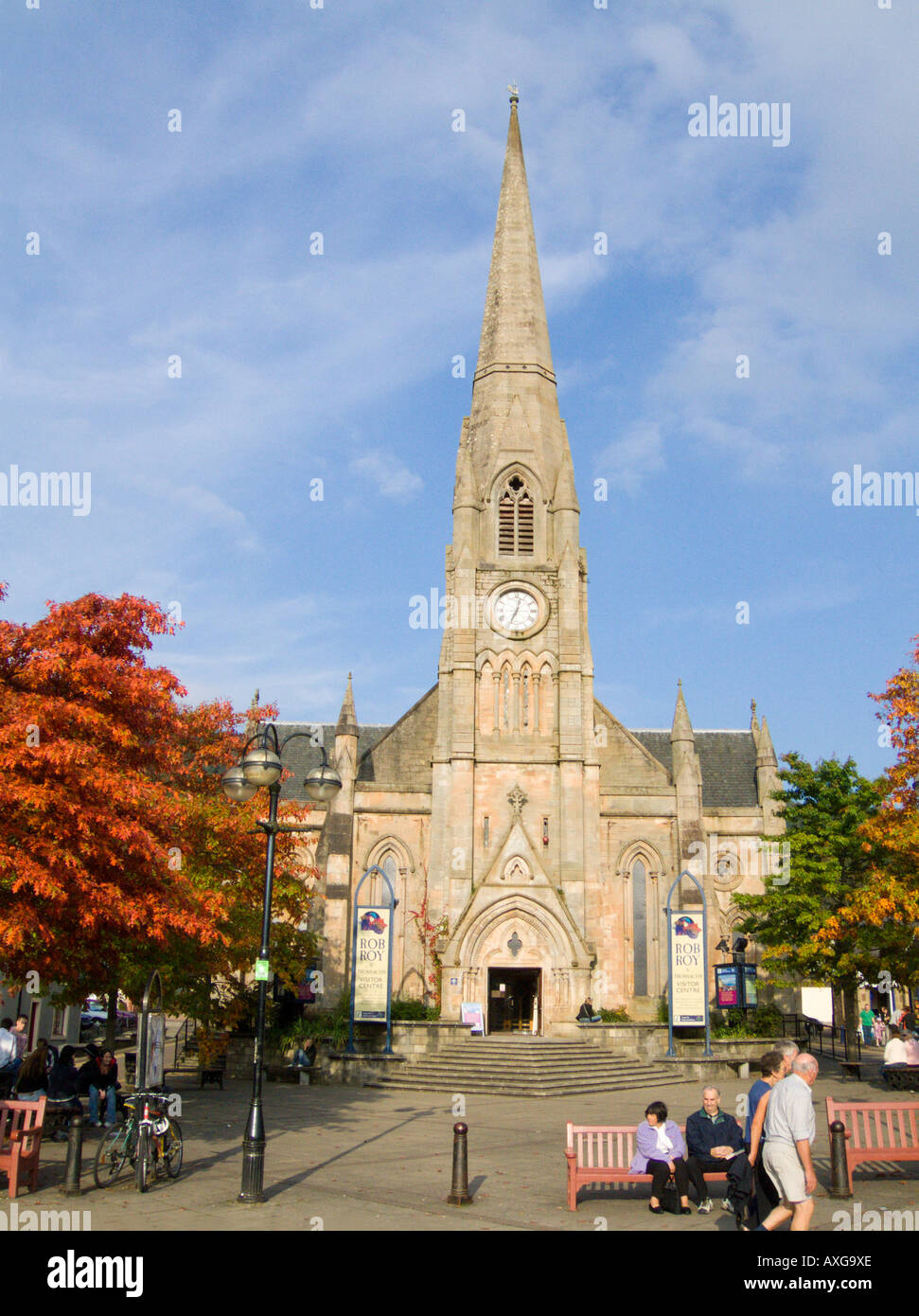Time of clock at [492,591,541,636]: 12:34
